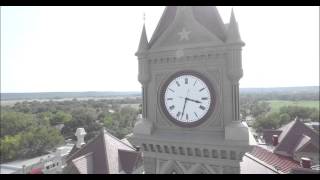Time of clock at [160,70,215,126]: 3:32
